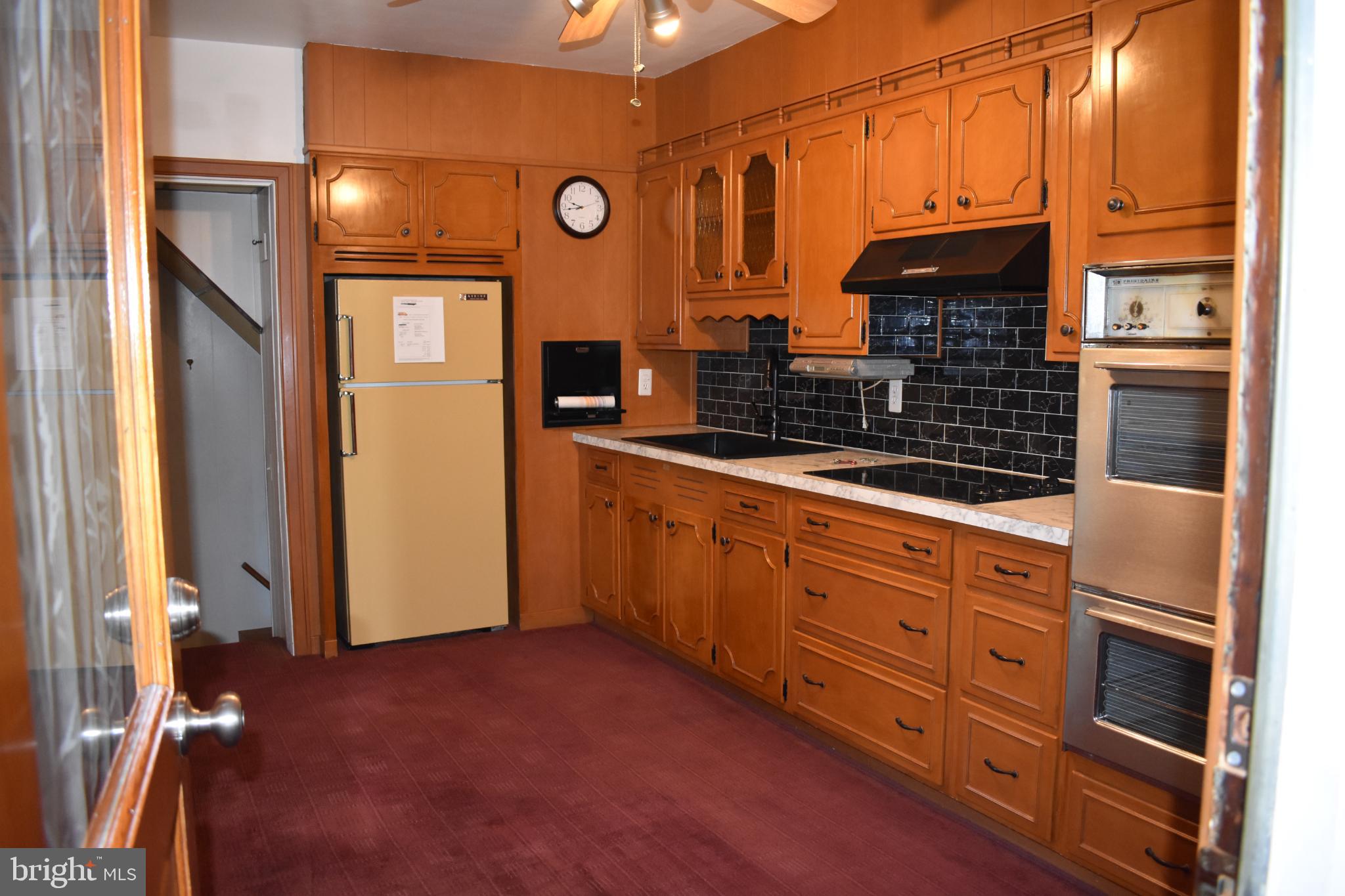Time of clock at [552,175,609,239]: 9:43
